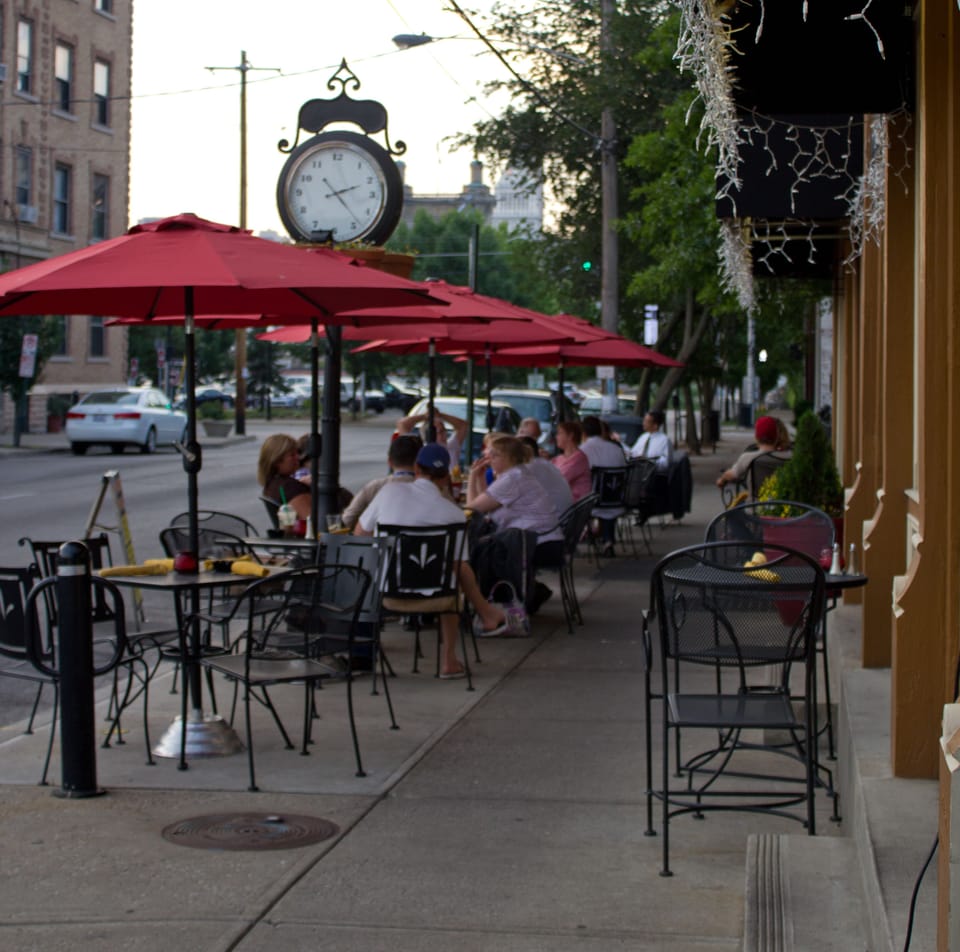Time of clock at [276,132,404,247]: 2:23
